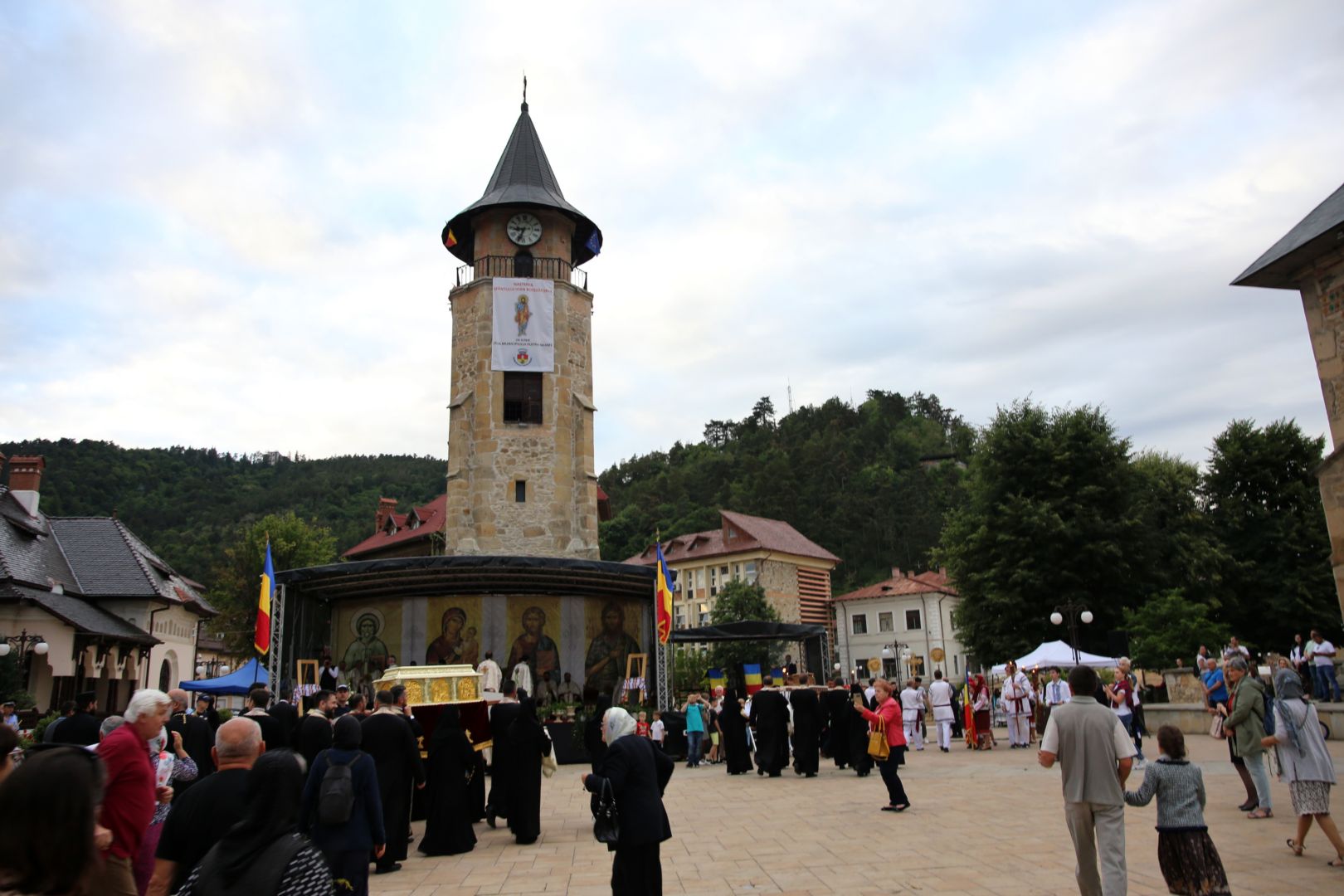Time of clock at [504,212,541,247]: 8:33
